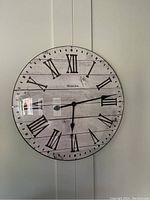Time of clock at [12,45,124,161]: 6:13
